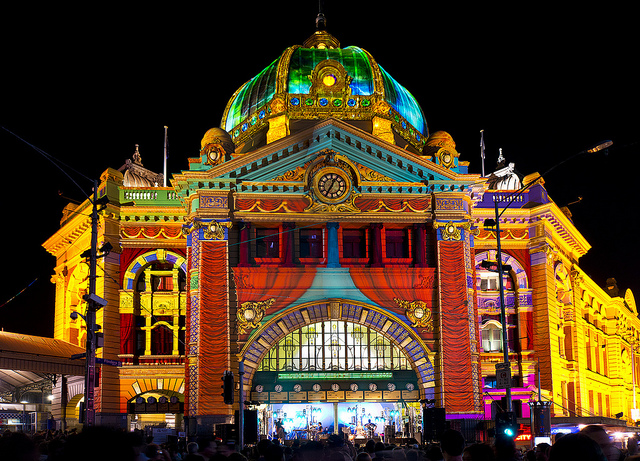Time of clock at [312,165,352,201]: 12:34
